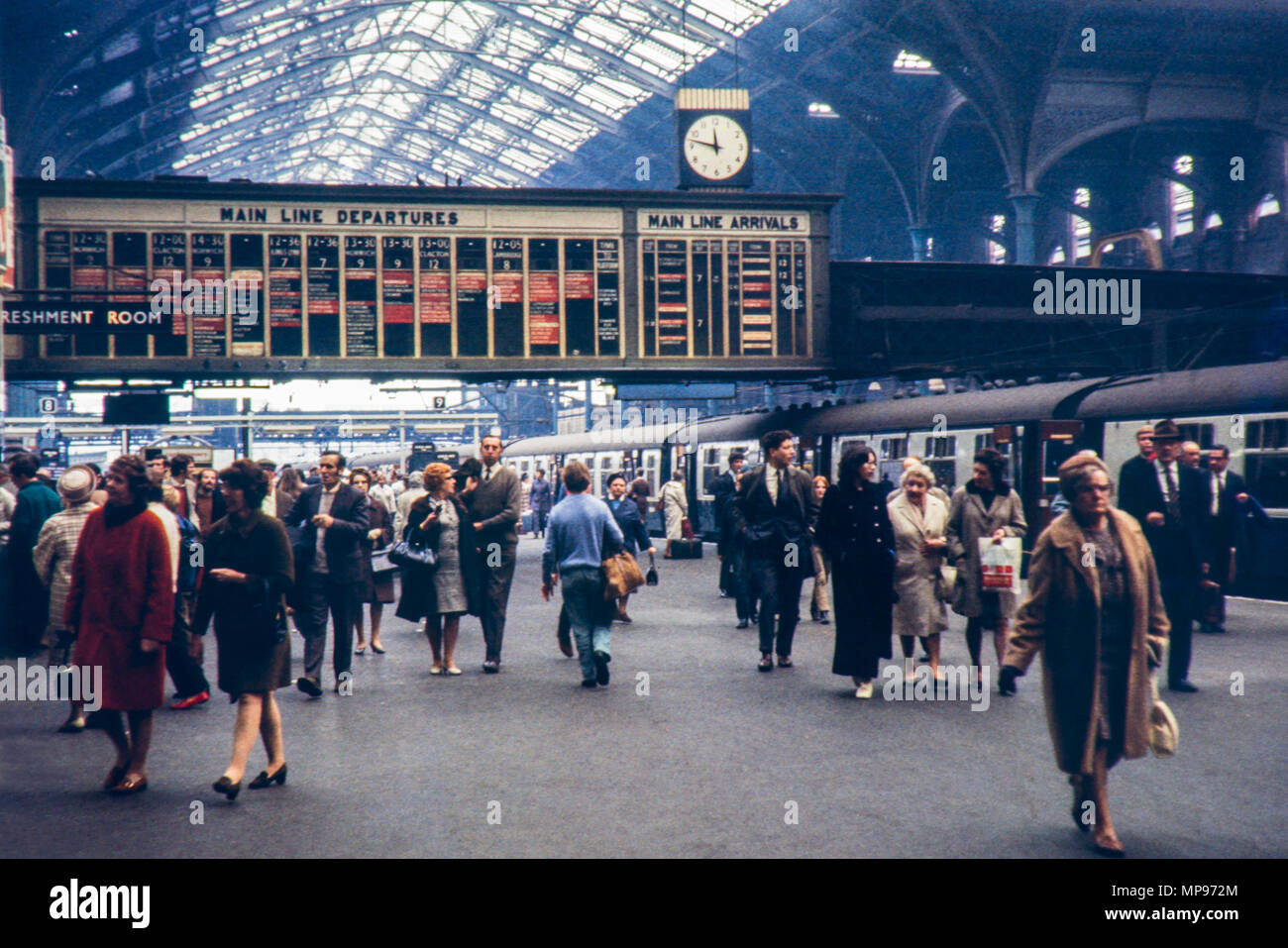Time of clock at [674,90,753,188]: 11:47
